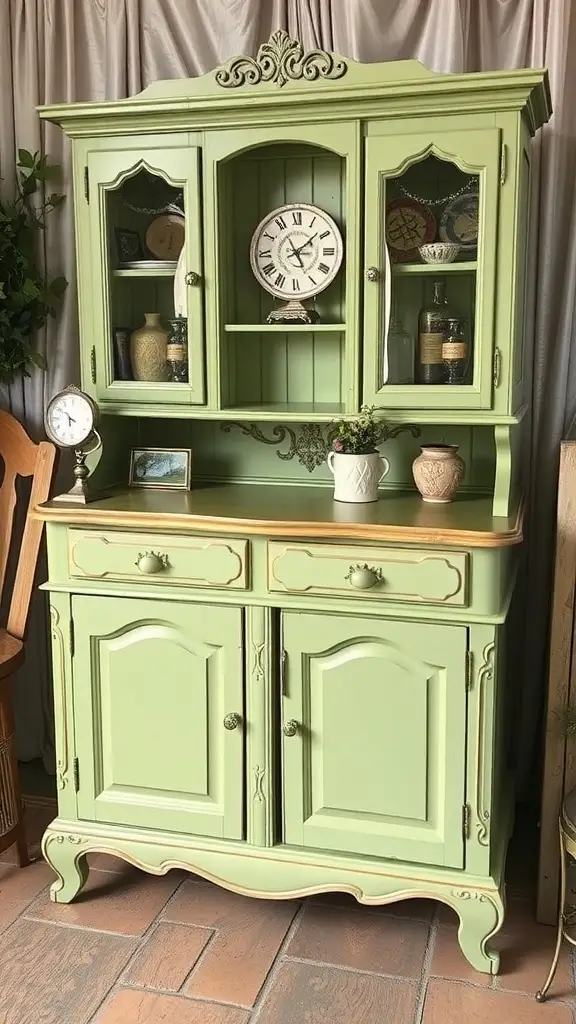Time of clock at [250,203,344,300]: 5:08
